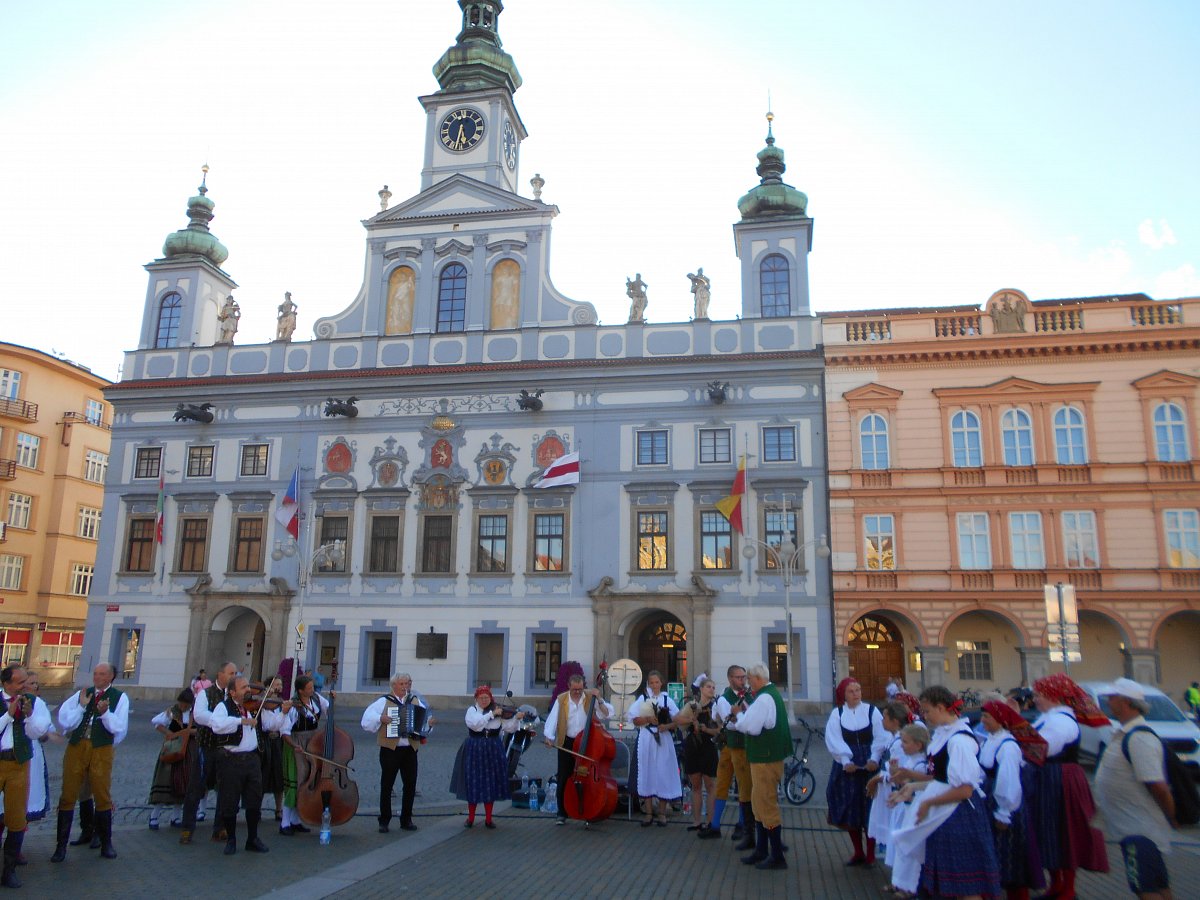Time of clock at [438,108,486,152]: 5:31
